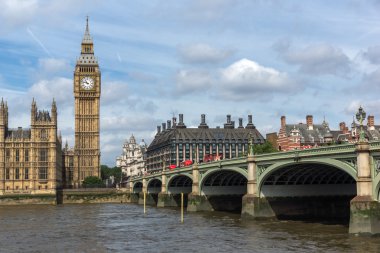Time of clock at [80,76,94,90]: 10:47
